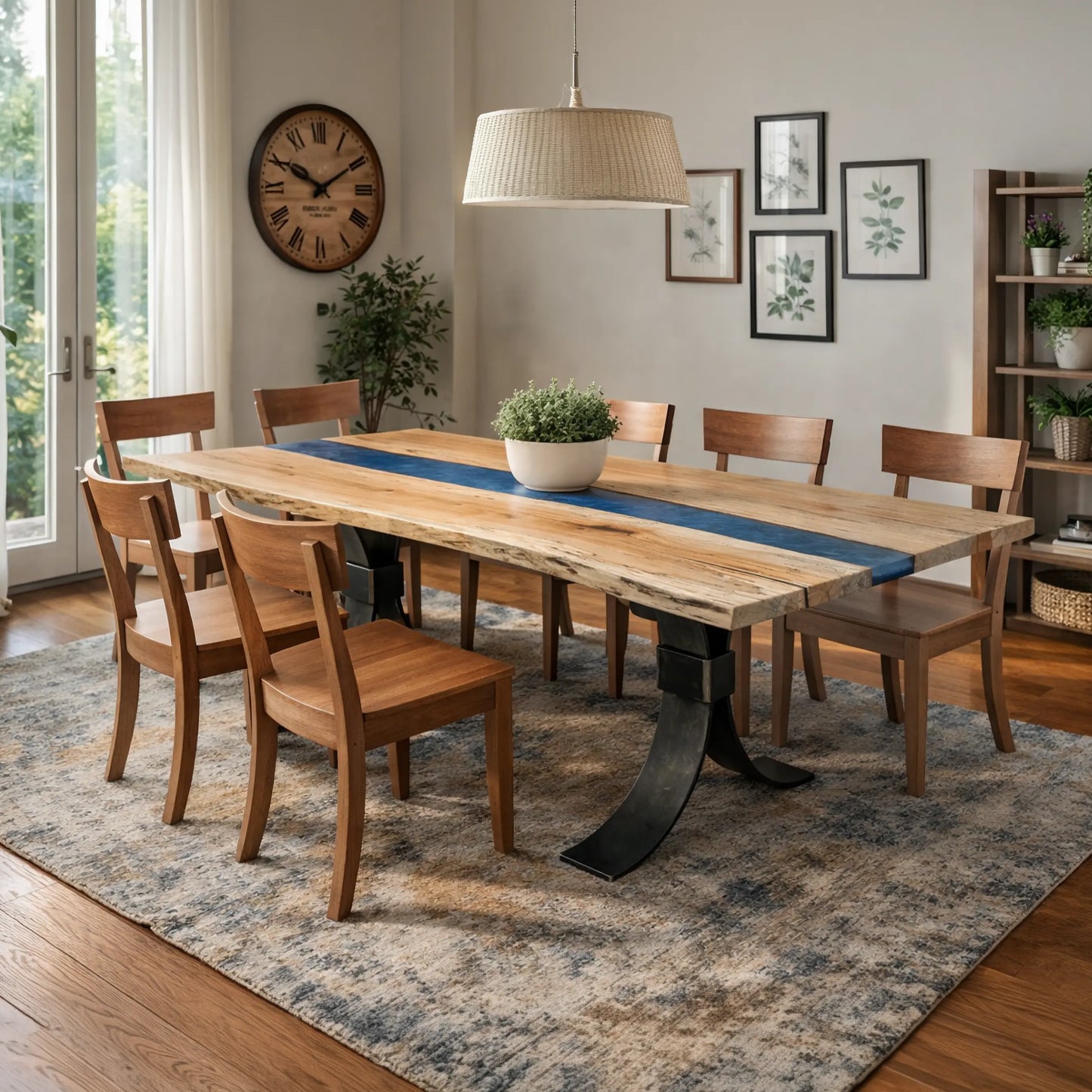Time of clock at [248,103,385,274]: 10:09
